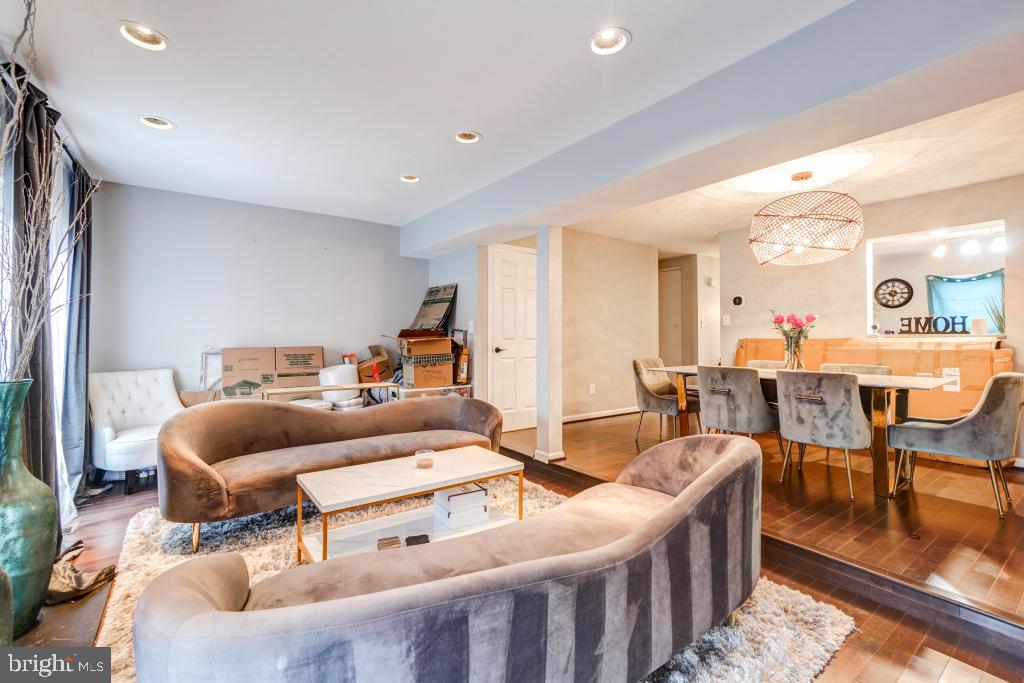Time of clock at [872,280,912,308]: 9:14
